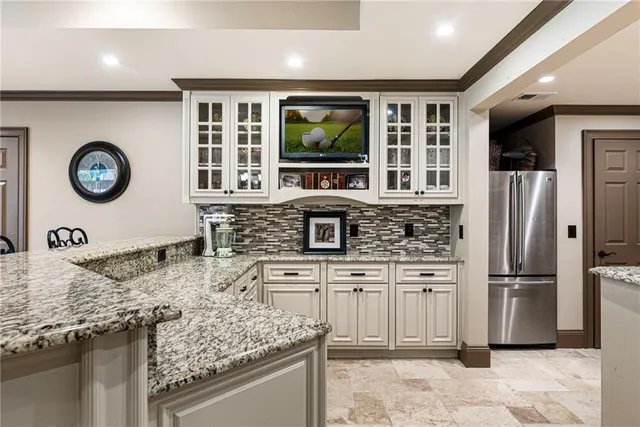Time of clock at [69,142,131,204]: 11:44
